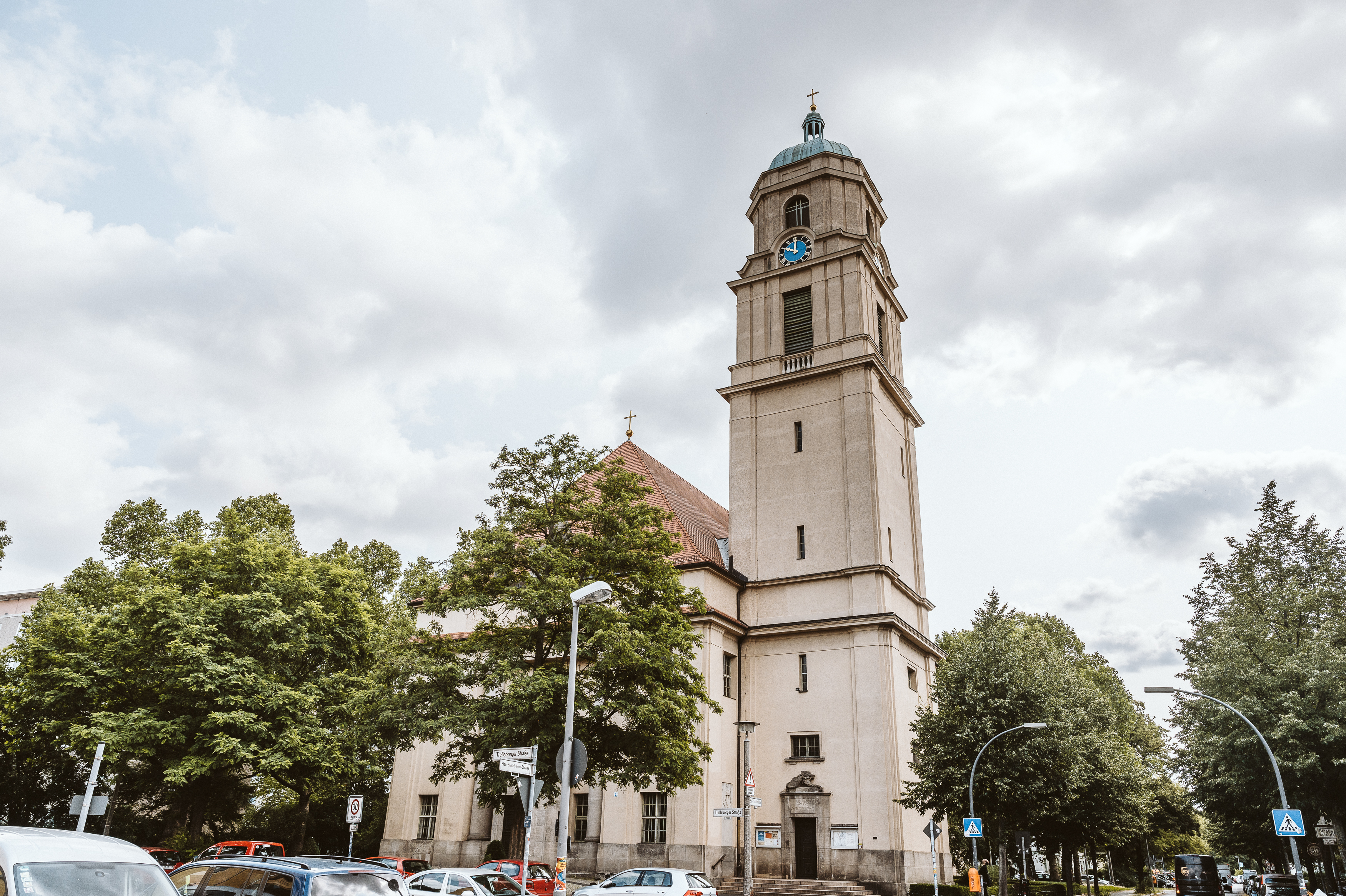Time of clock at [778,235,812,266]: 10:00
